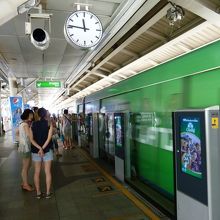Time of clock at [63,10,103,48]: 11:46
